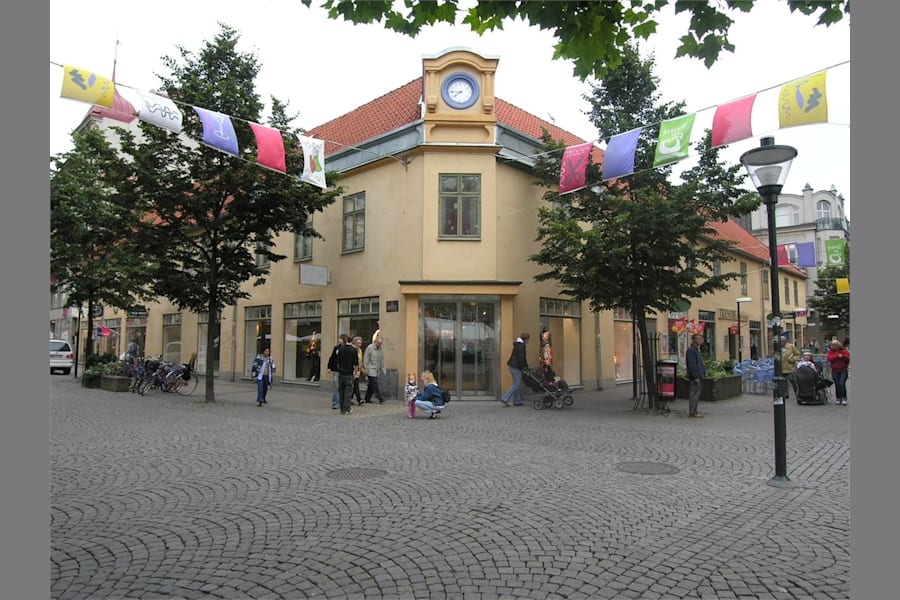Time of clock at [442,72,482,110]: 7:45
